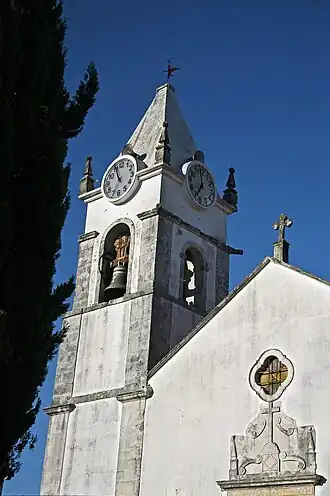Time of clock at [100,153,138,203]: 10:56
